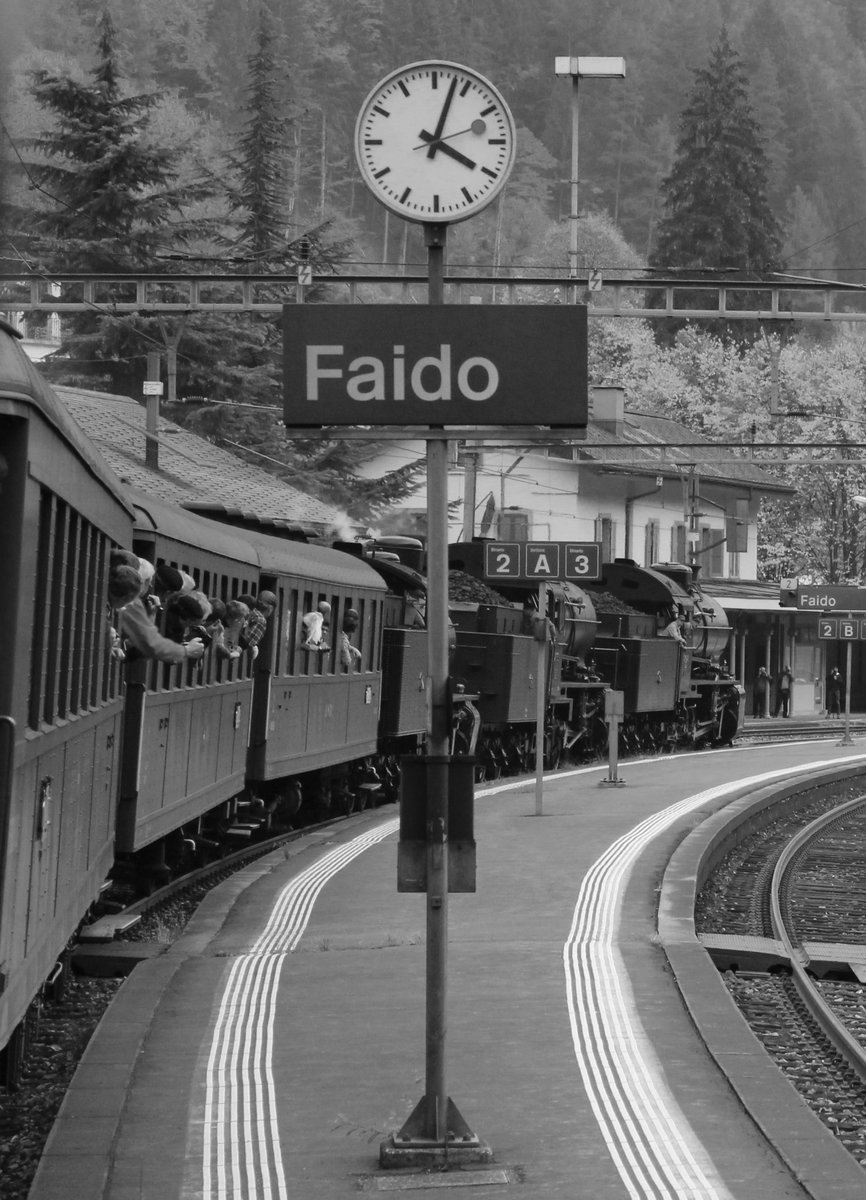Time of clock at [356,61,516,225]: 4:03
